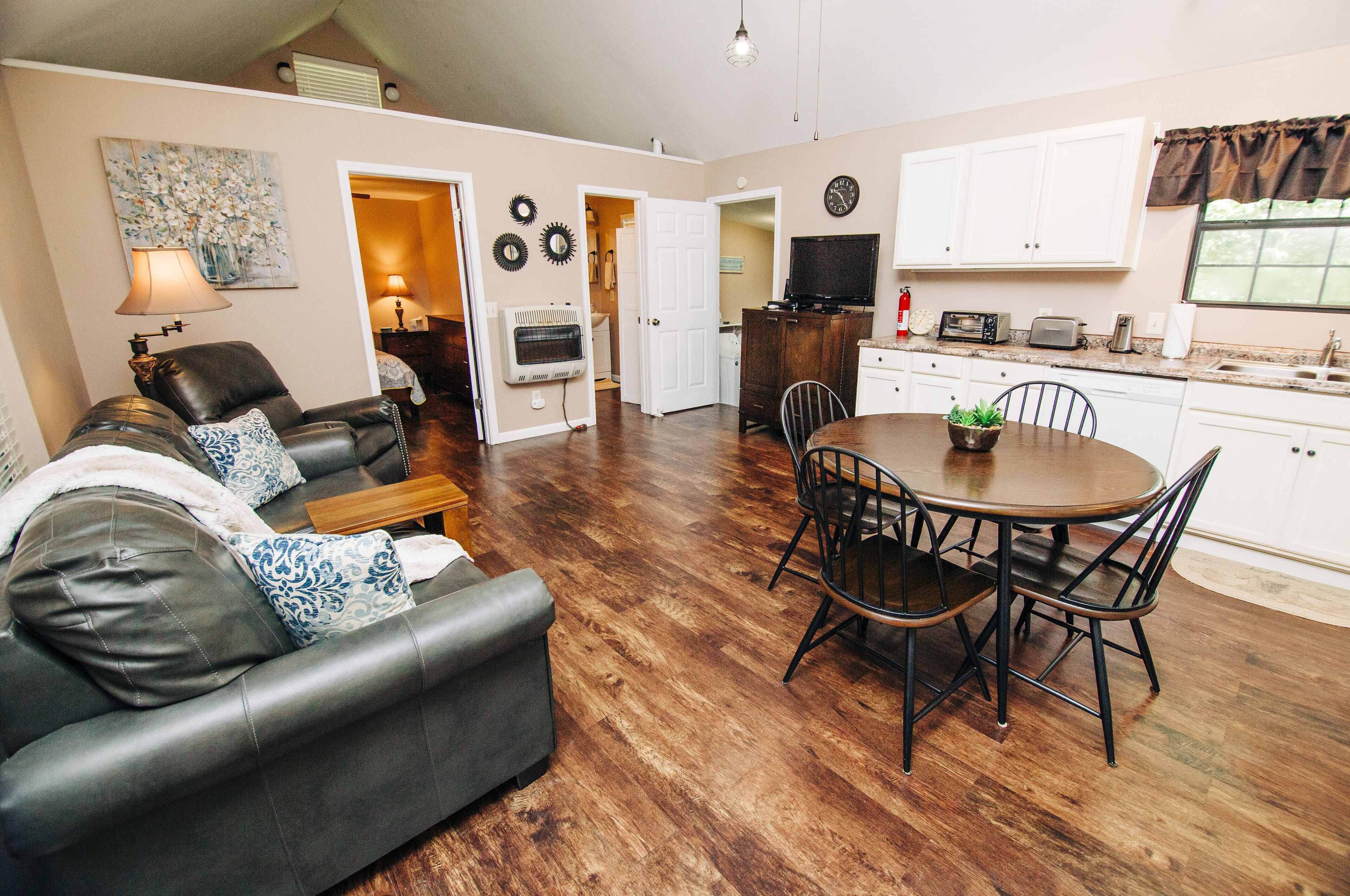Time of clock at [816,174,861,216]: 10:24
